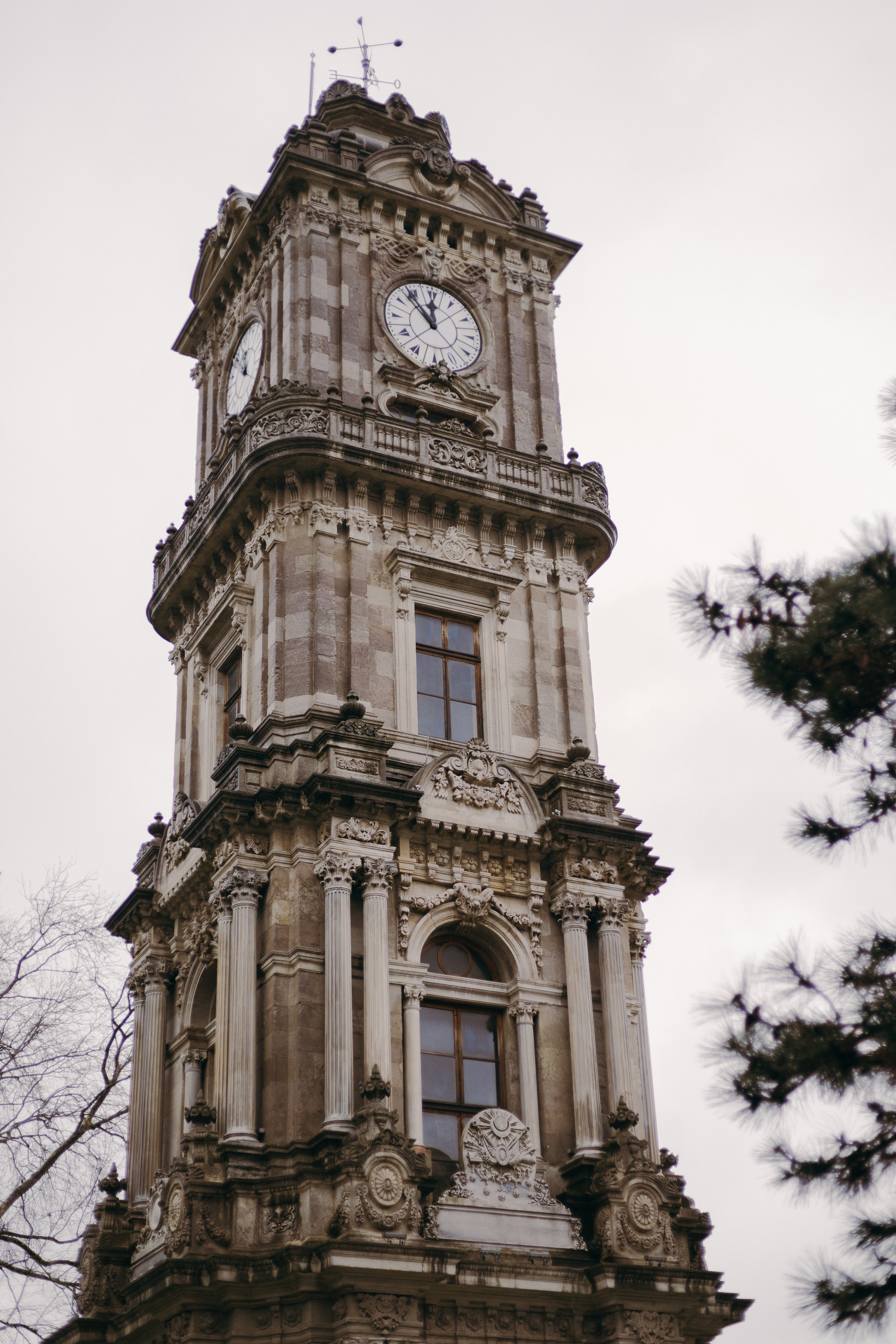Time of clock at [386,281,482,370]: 11:53
